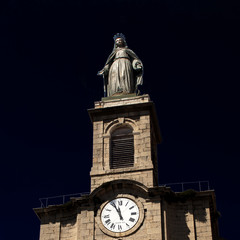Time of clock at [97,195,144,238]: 11:55
